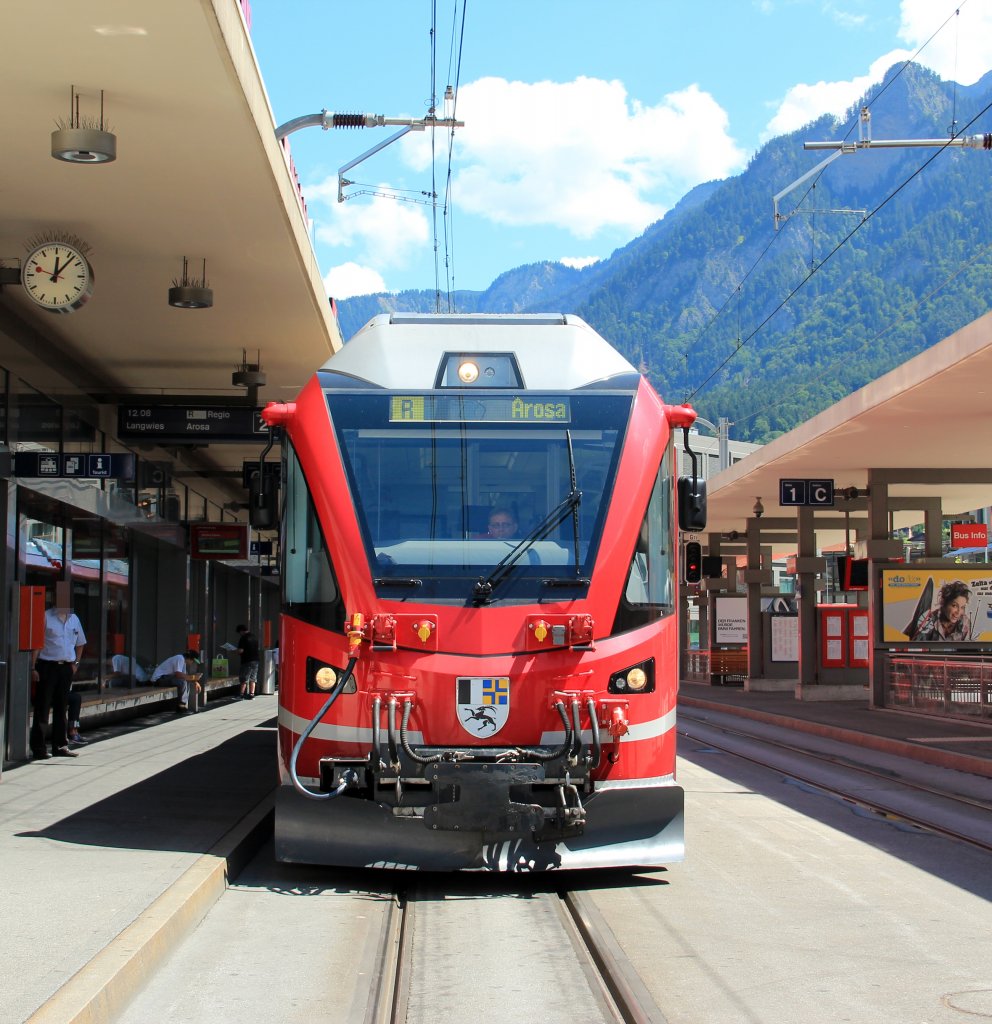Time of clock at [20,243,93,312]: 12:06
